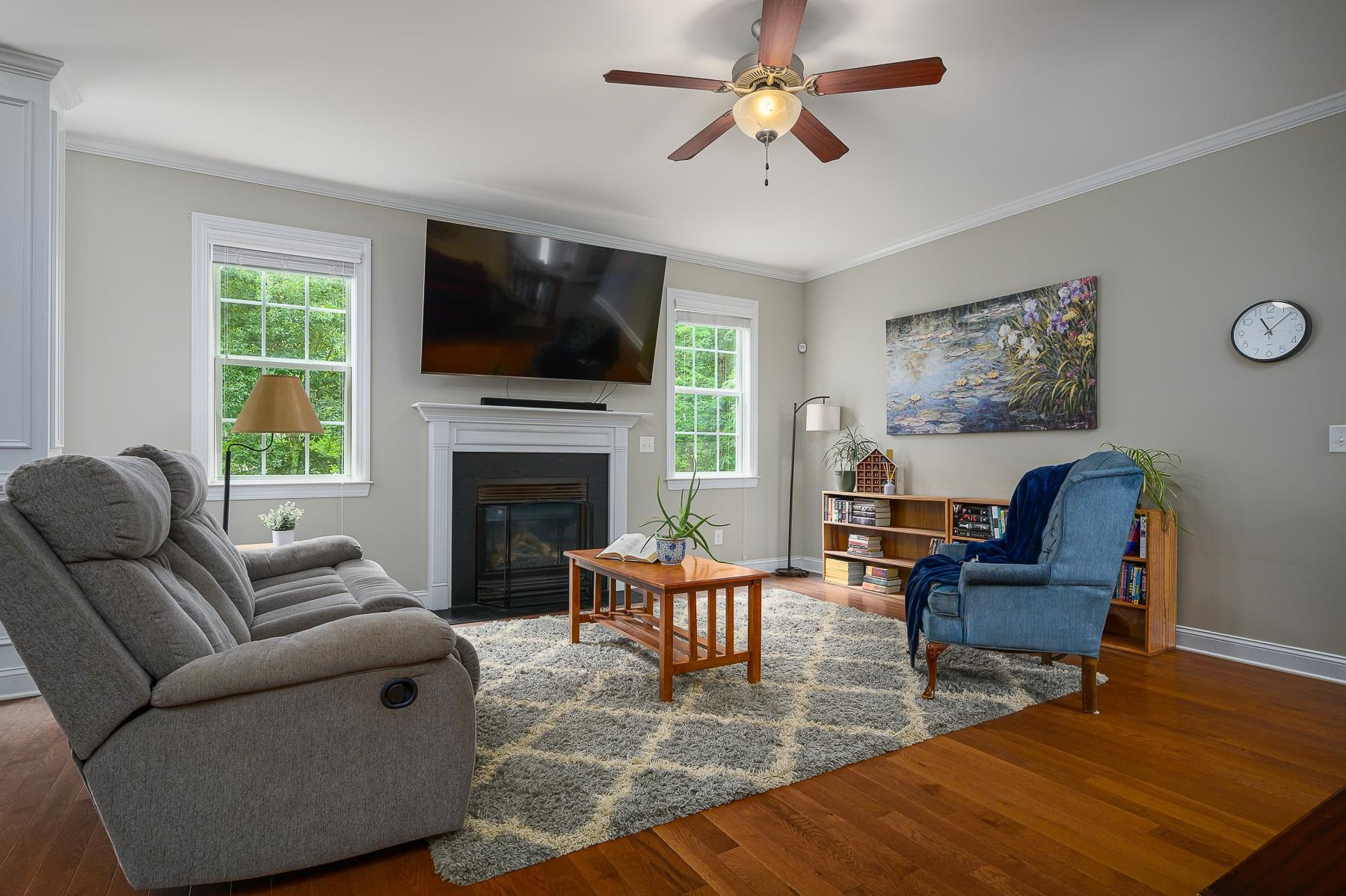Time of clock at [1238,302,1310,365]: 11:07
